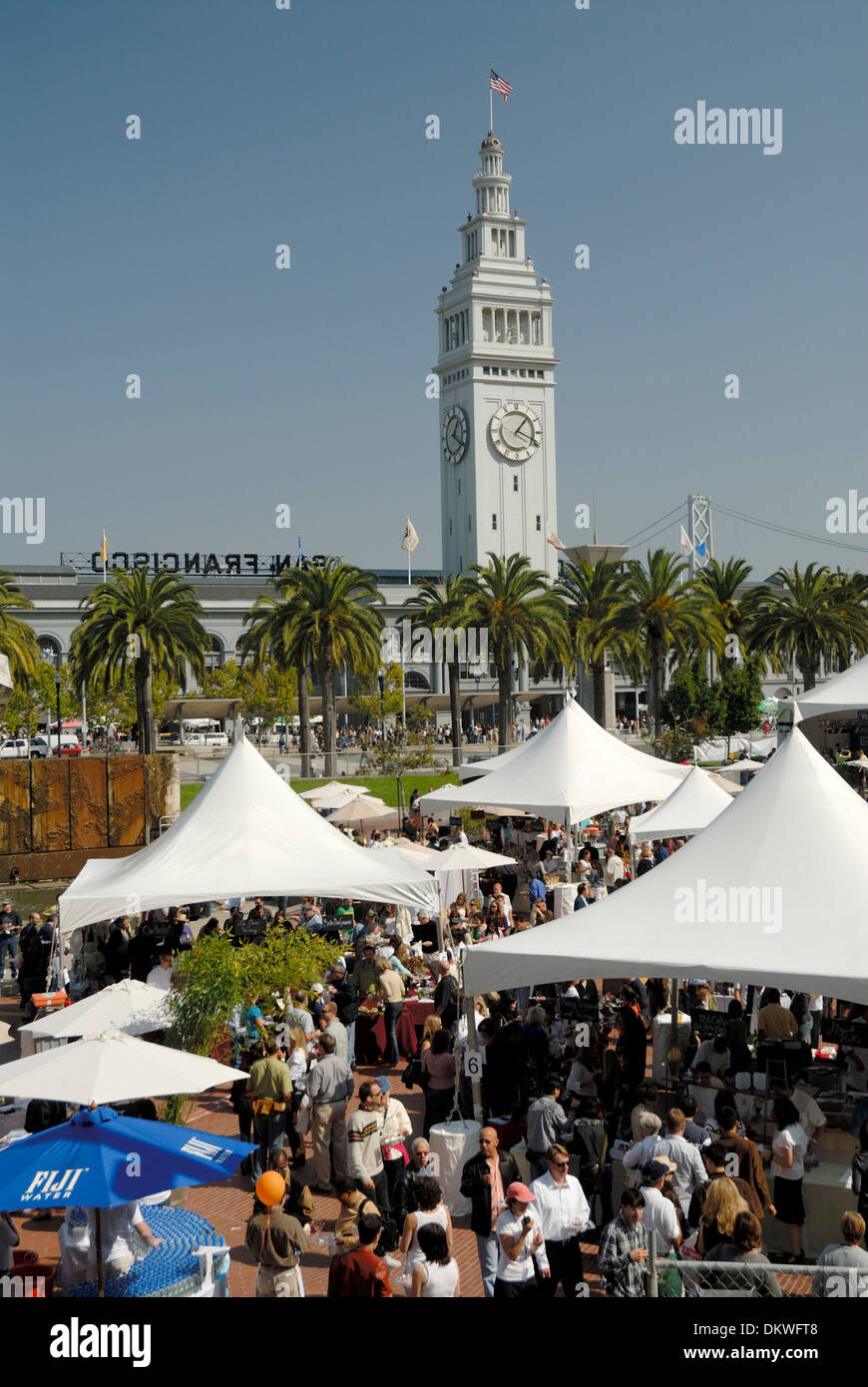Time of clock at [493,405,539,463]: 1:18
